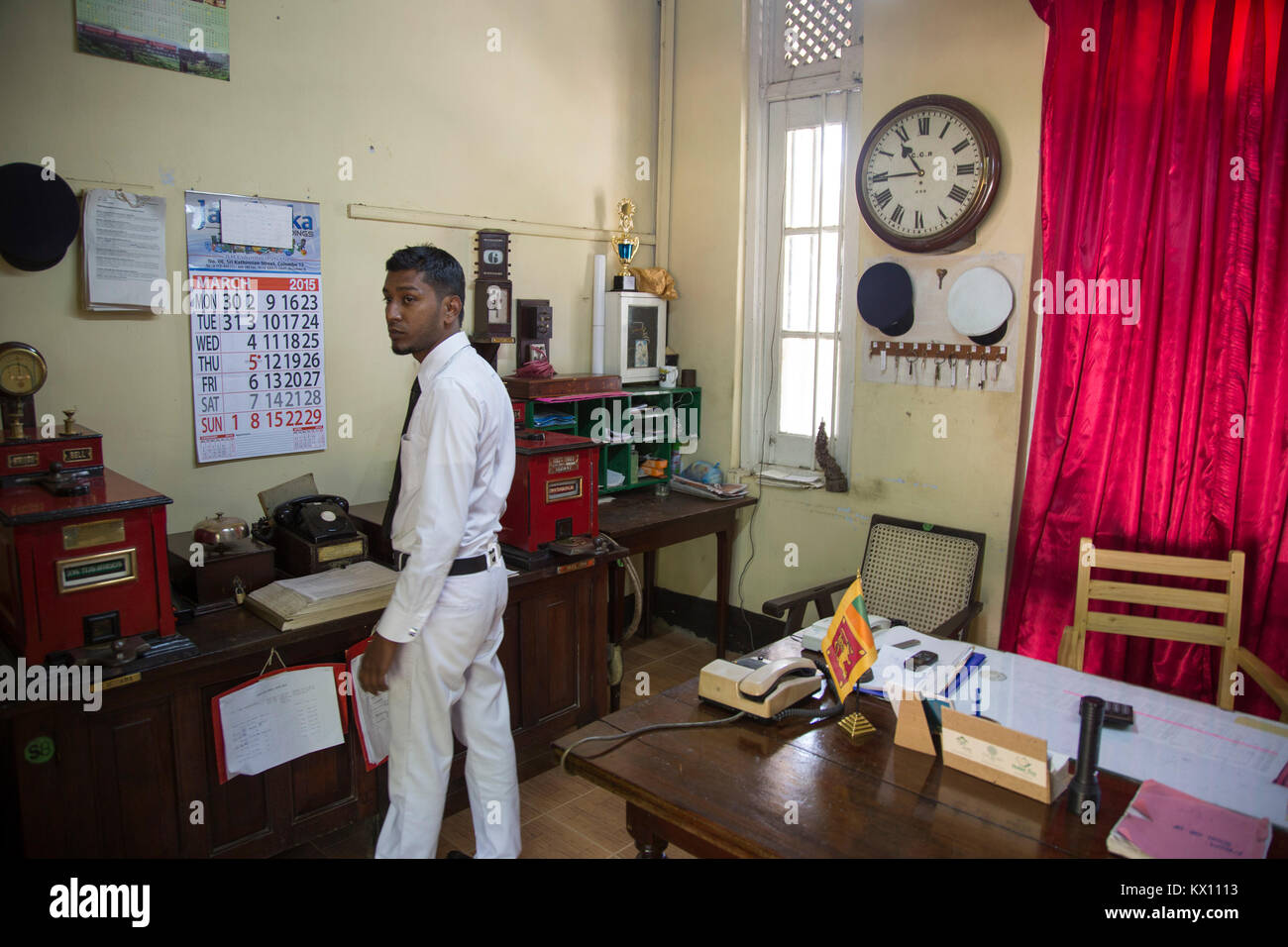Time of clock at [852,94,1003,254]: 10:44
